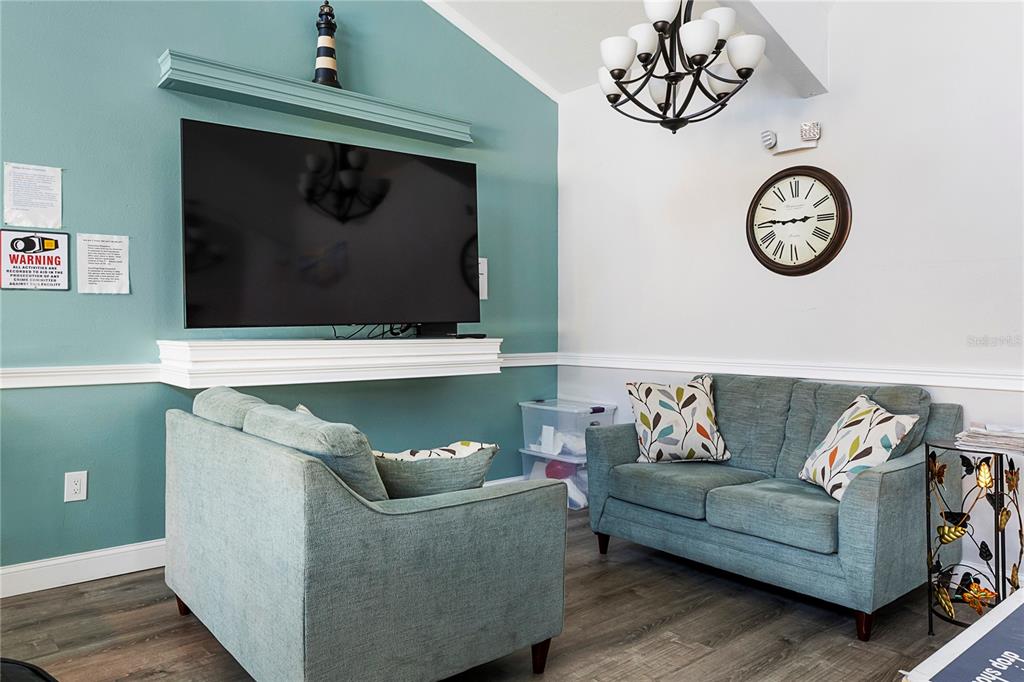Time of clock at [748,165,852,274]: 2:45
